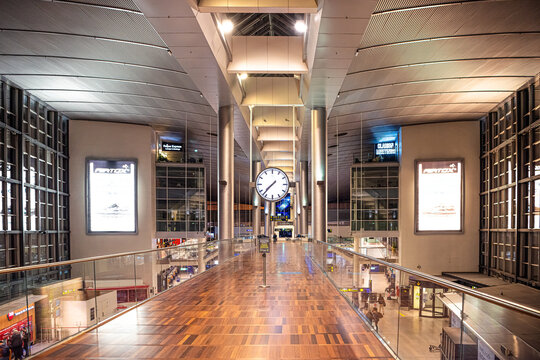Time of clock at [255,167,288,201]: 7:37
